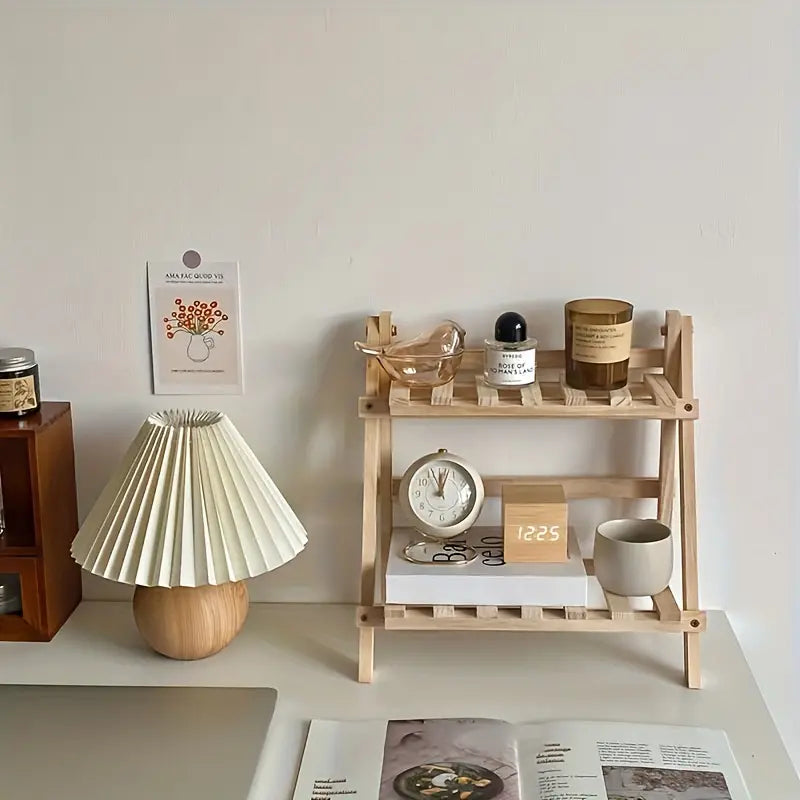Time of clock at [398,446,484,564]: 12:02
